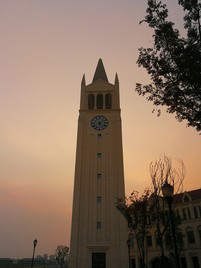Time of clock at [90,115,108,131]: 5:08
